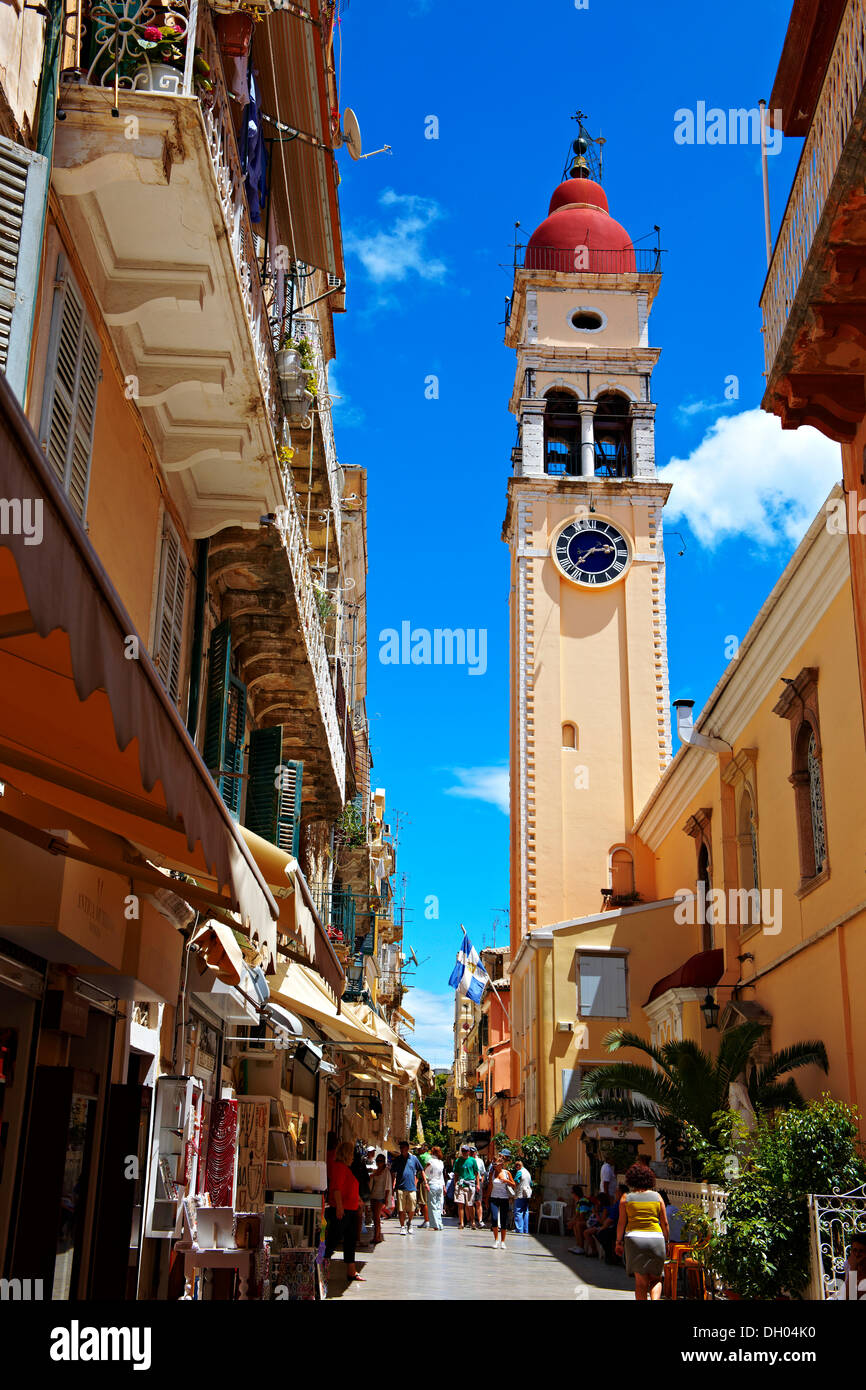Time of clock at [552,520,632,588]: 2:37
